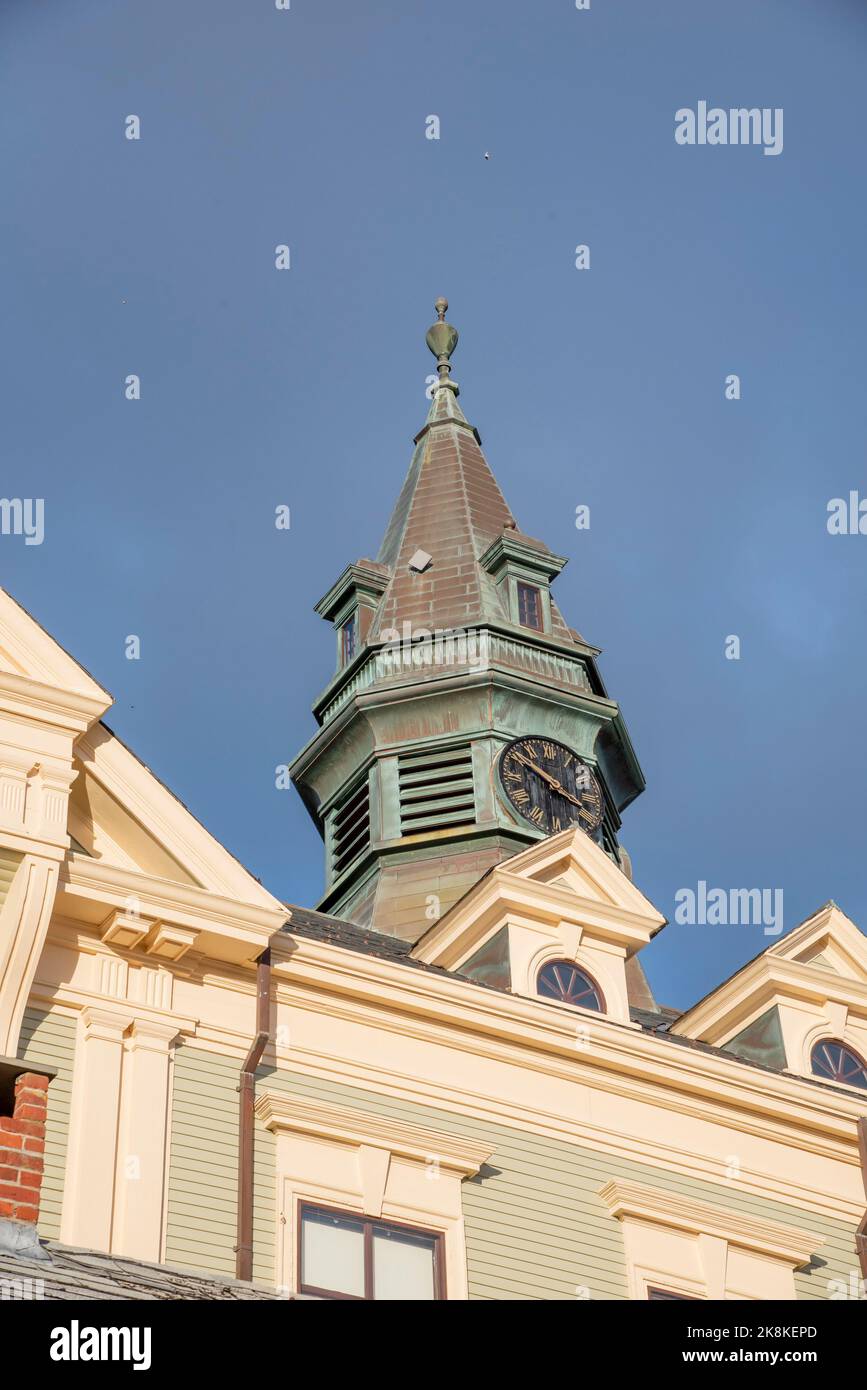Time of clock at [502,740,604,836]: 3:50
